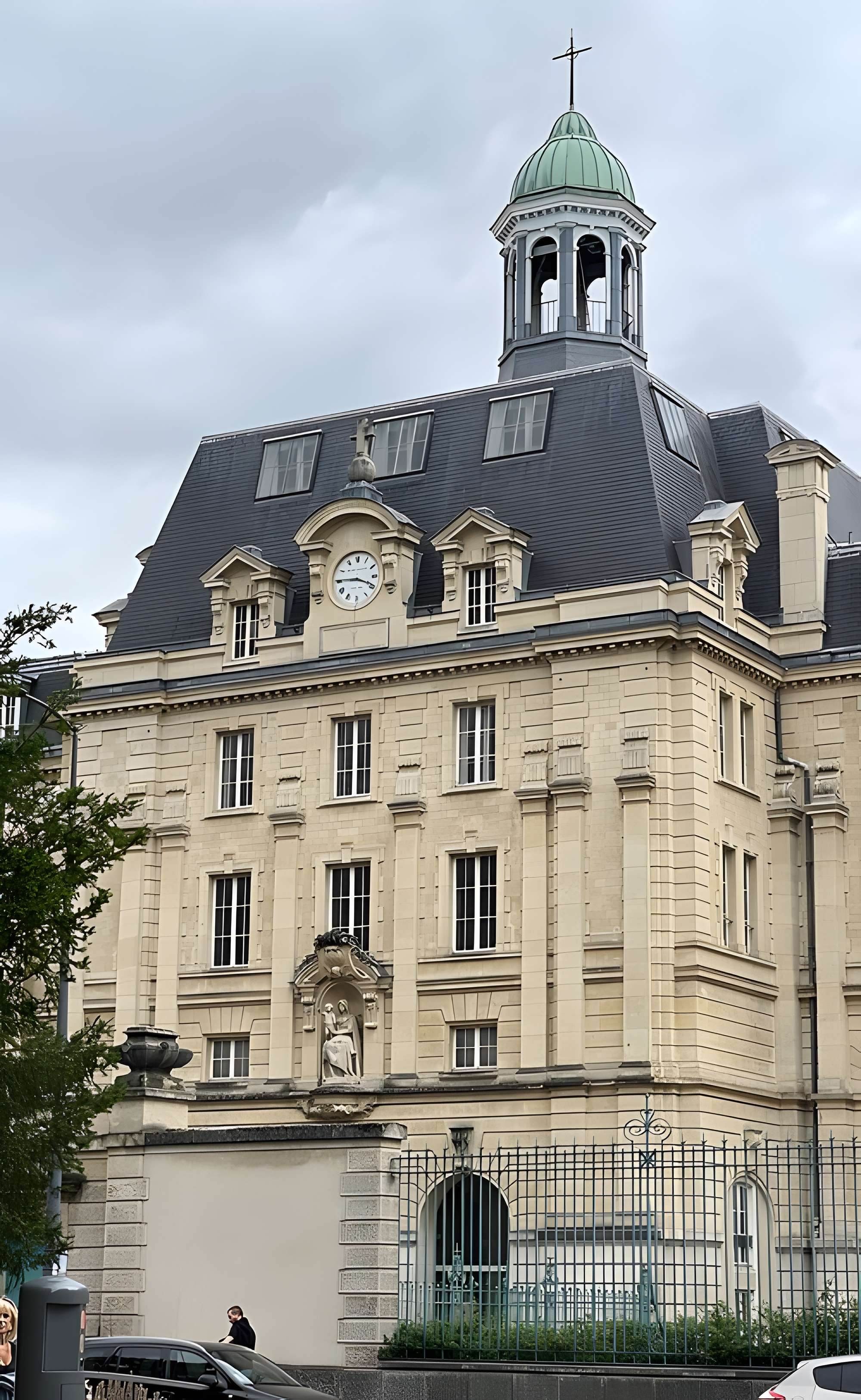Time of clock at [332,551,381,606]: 3:45
